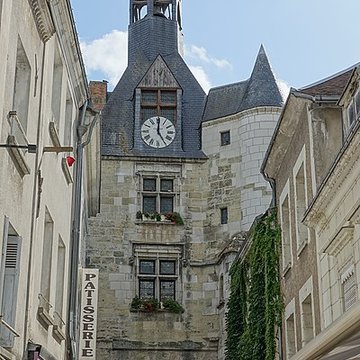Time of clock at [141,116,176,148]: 5:00
